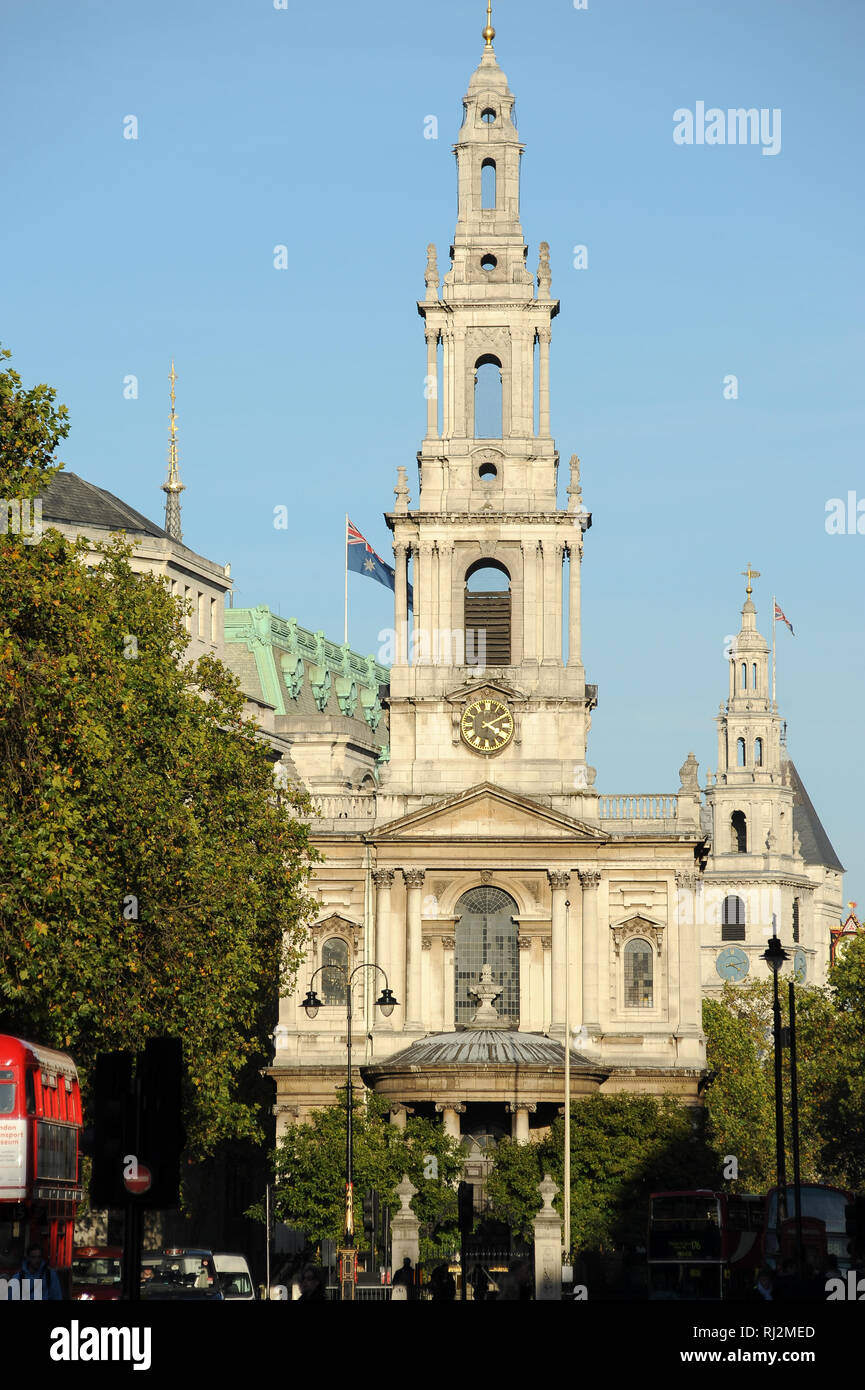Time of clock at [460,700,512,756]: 4:09
